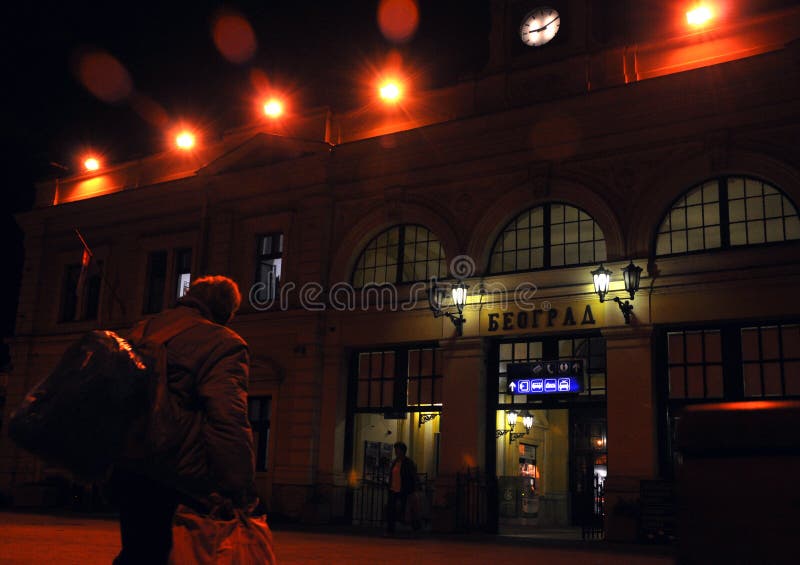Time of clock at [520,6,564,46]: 9:10
